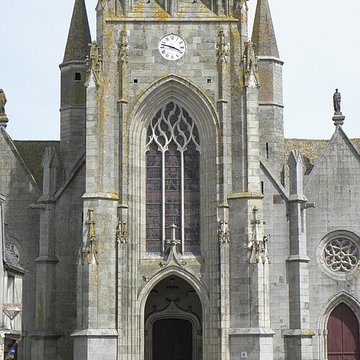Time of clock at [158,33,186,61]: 3:47
